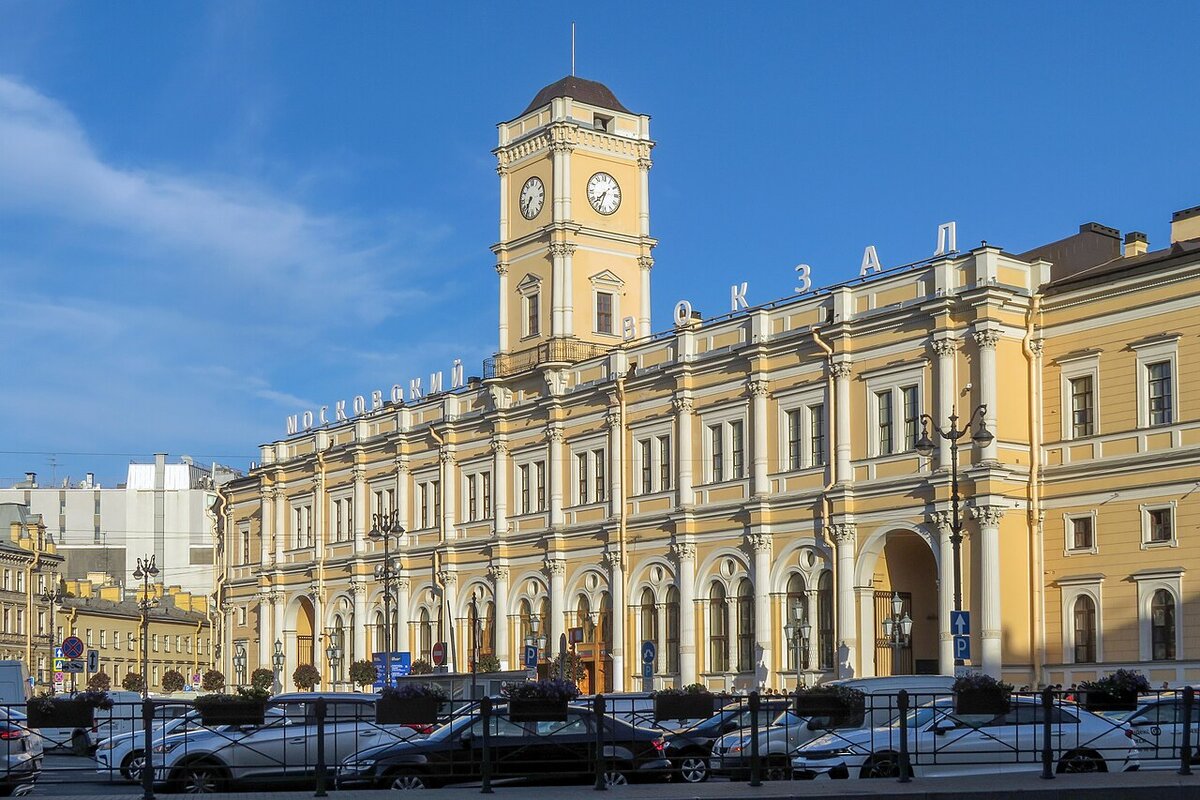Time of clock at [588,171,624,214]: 7:33
